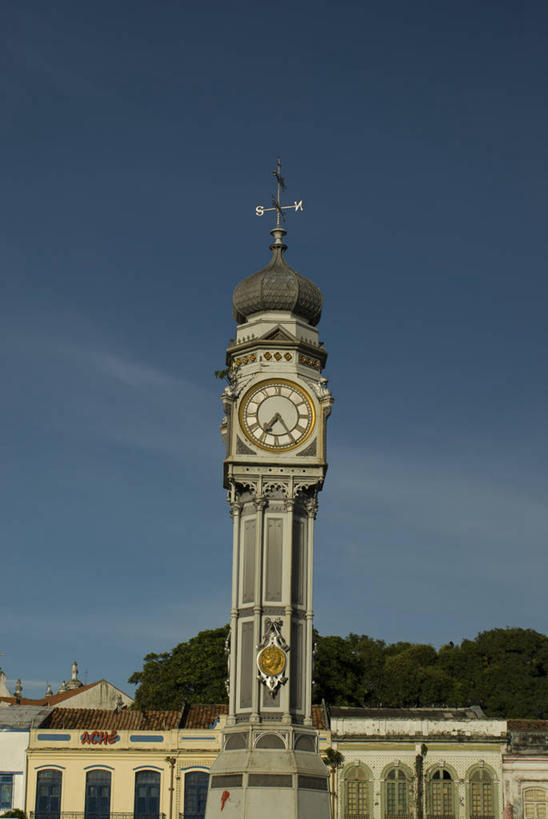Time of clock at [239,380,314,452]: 7:24
